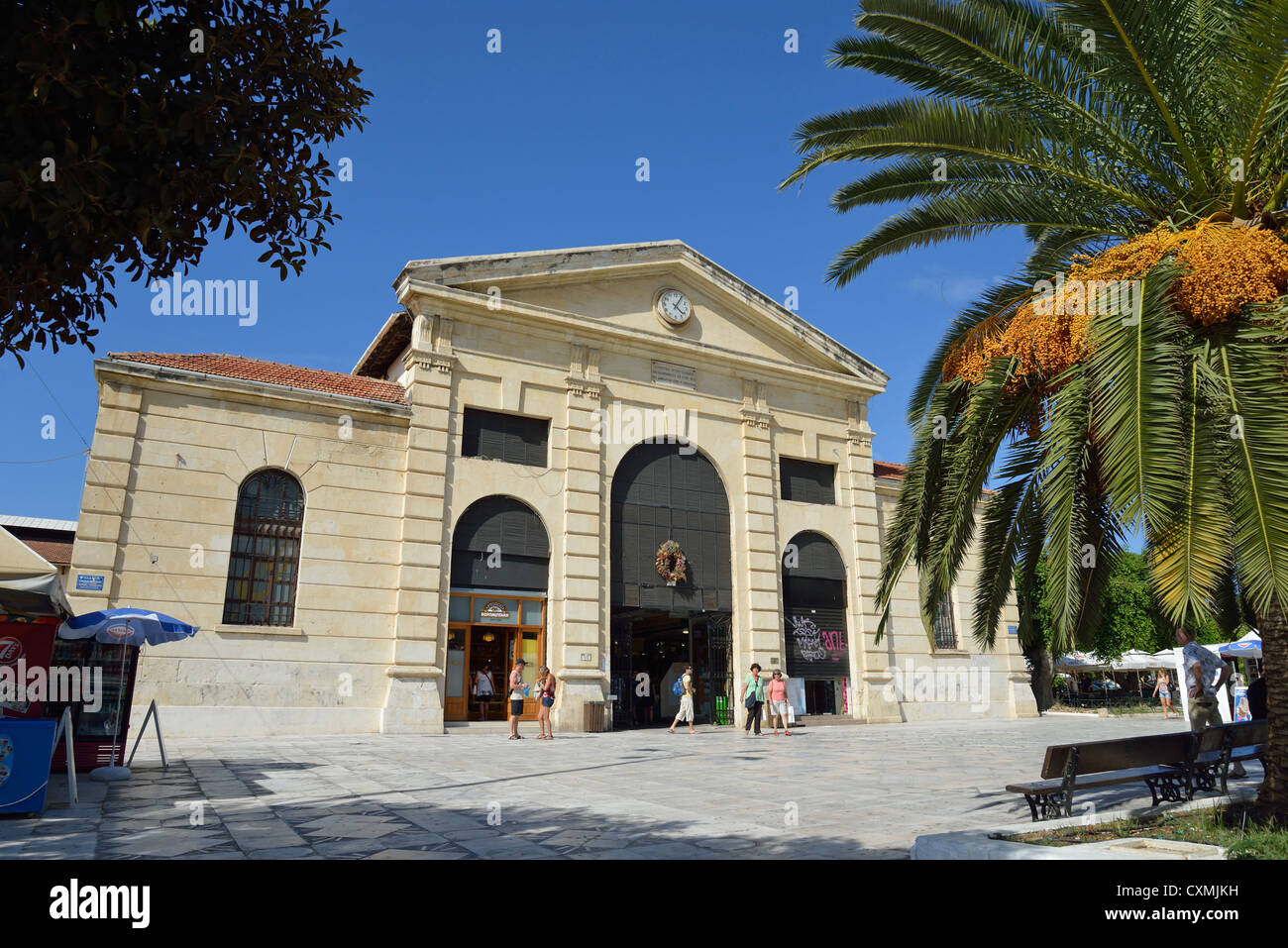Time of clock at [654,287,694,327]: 4:04
